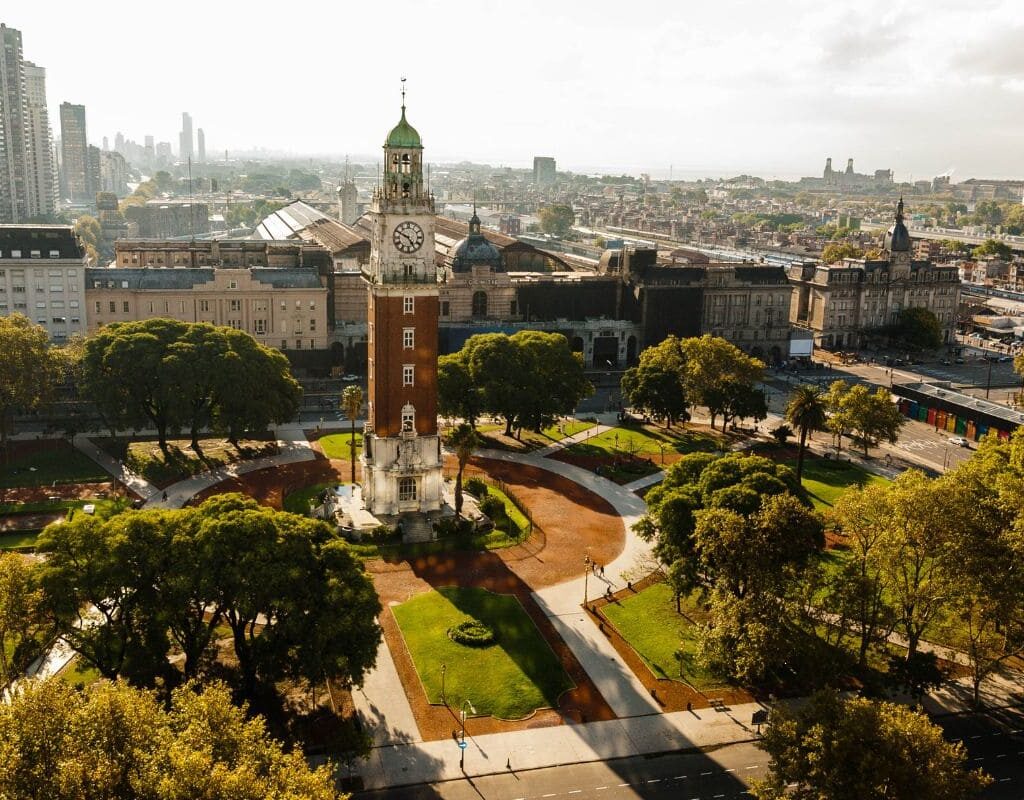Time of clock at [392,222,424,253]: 4:49
